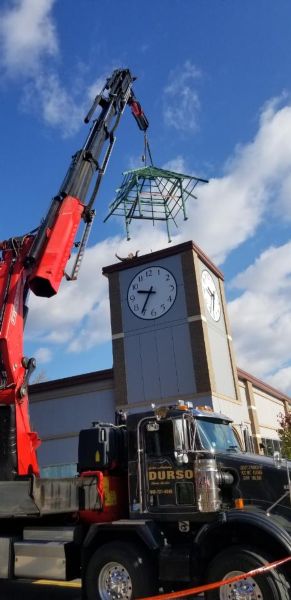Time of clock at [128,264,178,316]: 9:35
